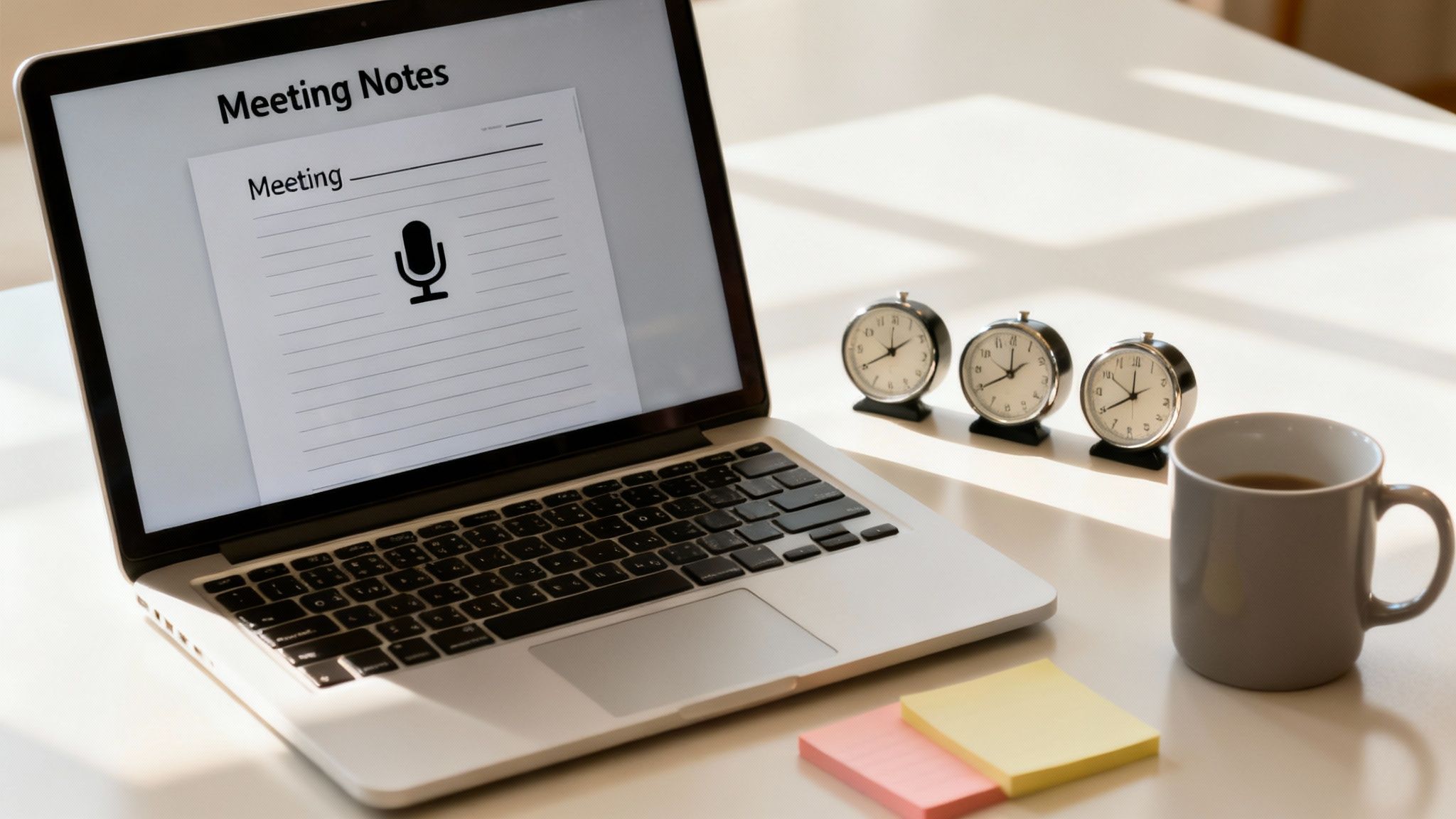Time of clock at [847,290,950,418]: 1:40
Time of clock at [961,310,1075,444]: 1:39
